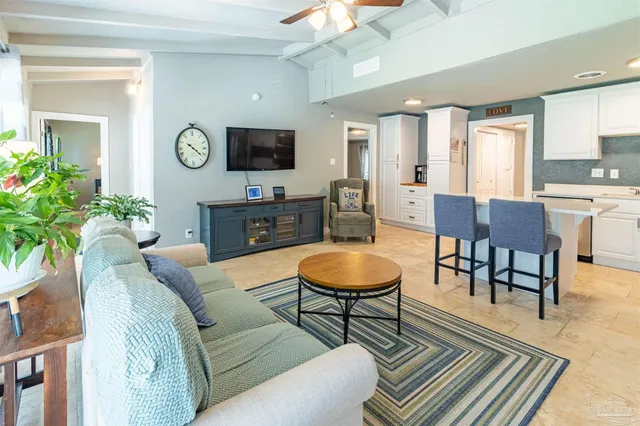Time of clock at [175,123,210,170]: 10:21
